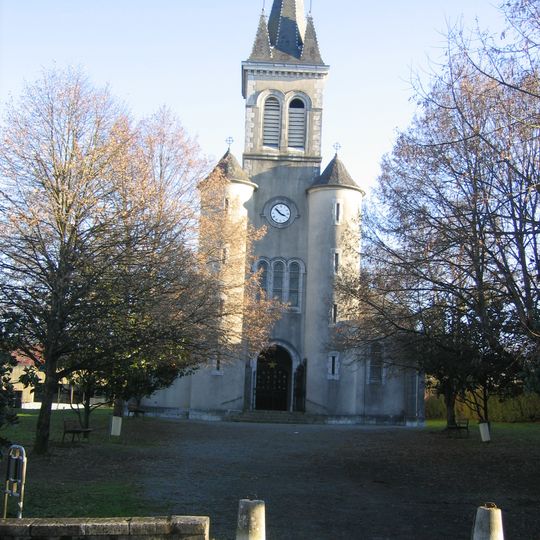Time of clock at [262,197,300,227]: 3:52
